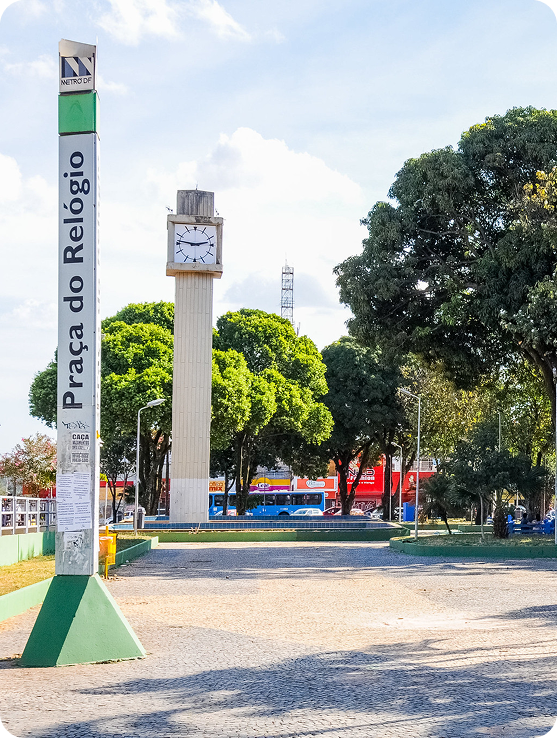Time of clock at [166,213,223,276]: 2:46
